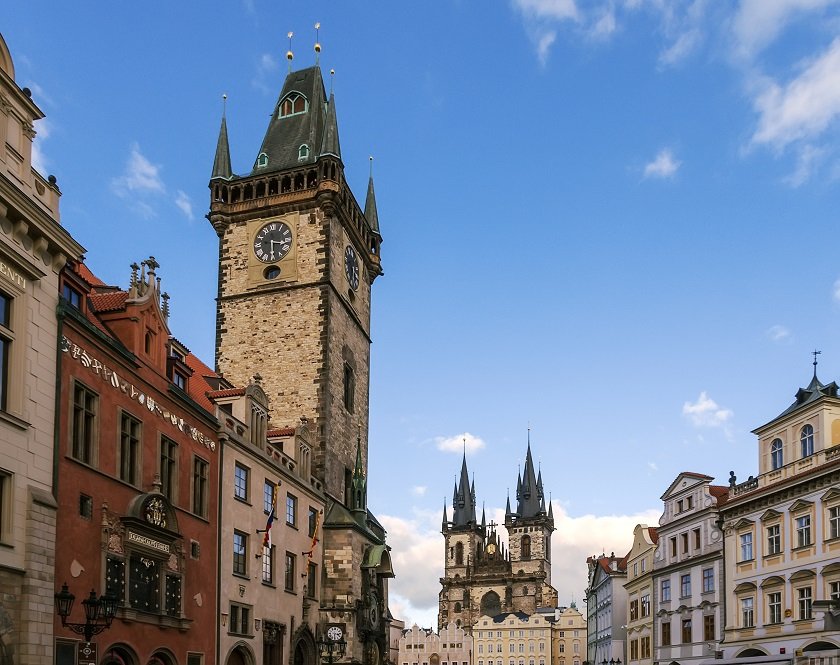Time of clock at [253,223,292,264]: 3:29
